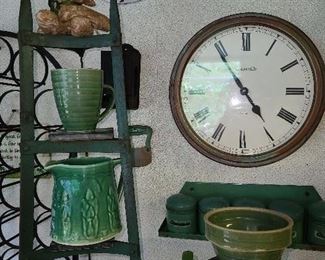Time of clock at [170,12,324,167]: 4:54
